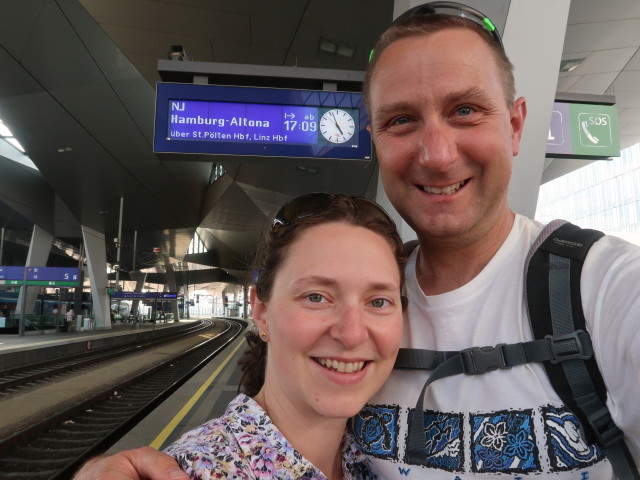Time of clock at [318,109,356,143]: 4:56
